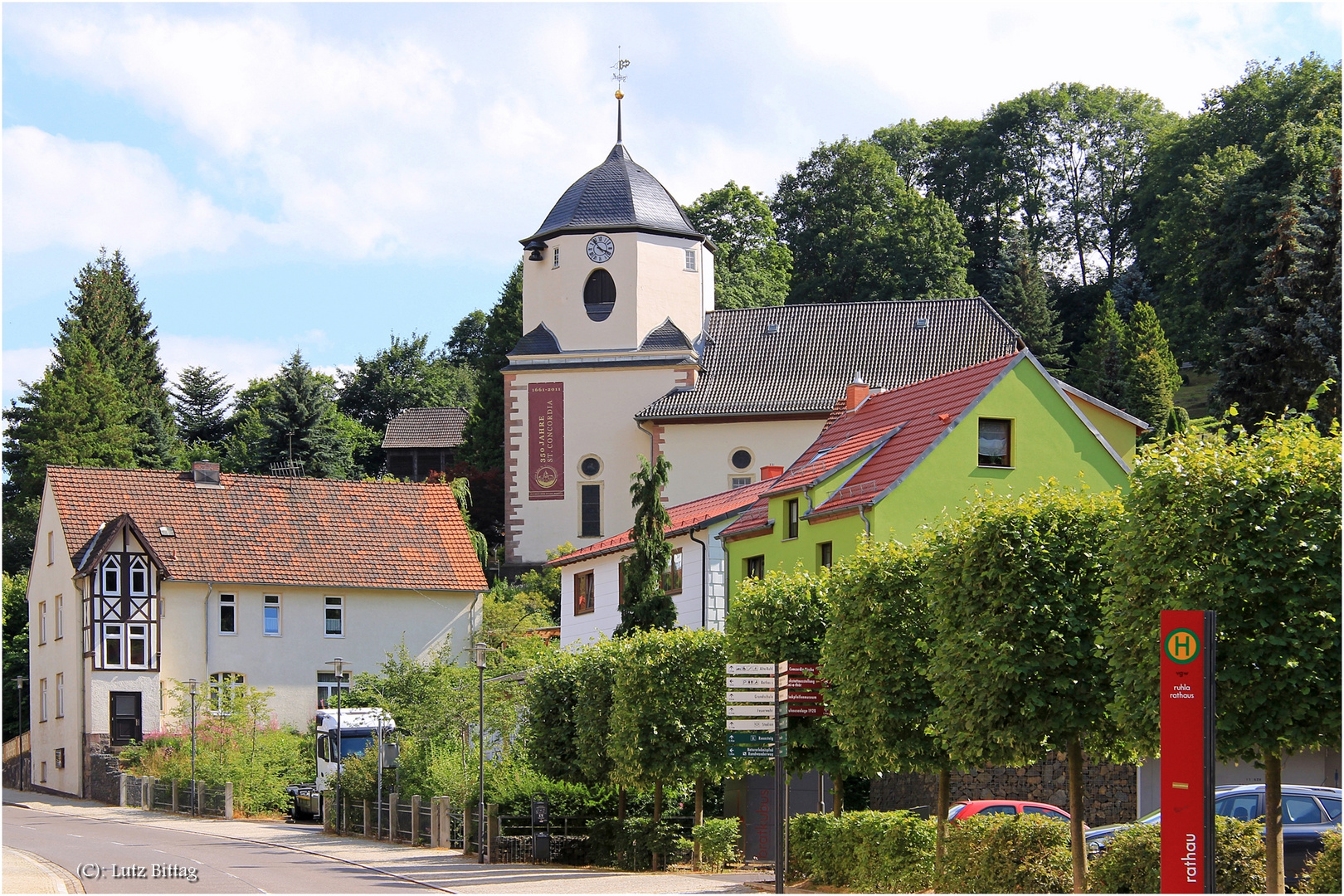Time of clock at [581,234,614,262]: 3:53
